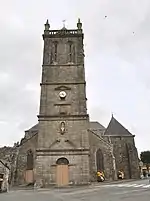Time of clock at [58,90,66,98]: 4:42
